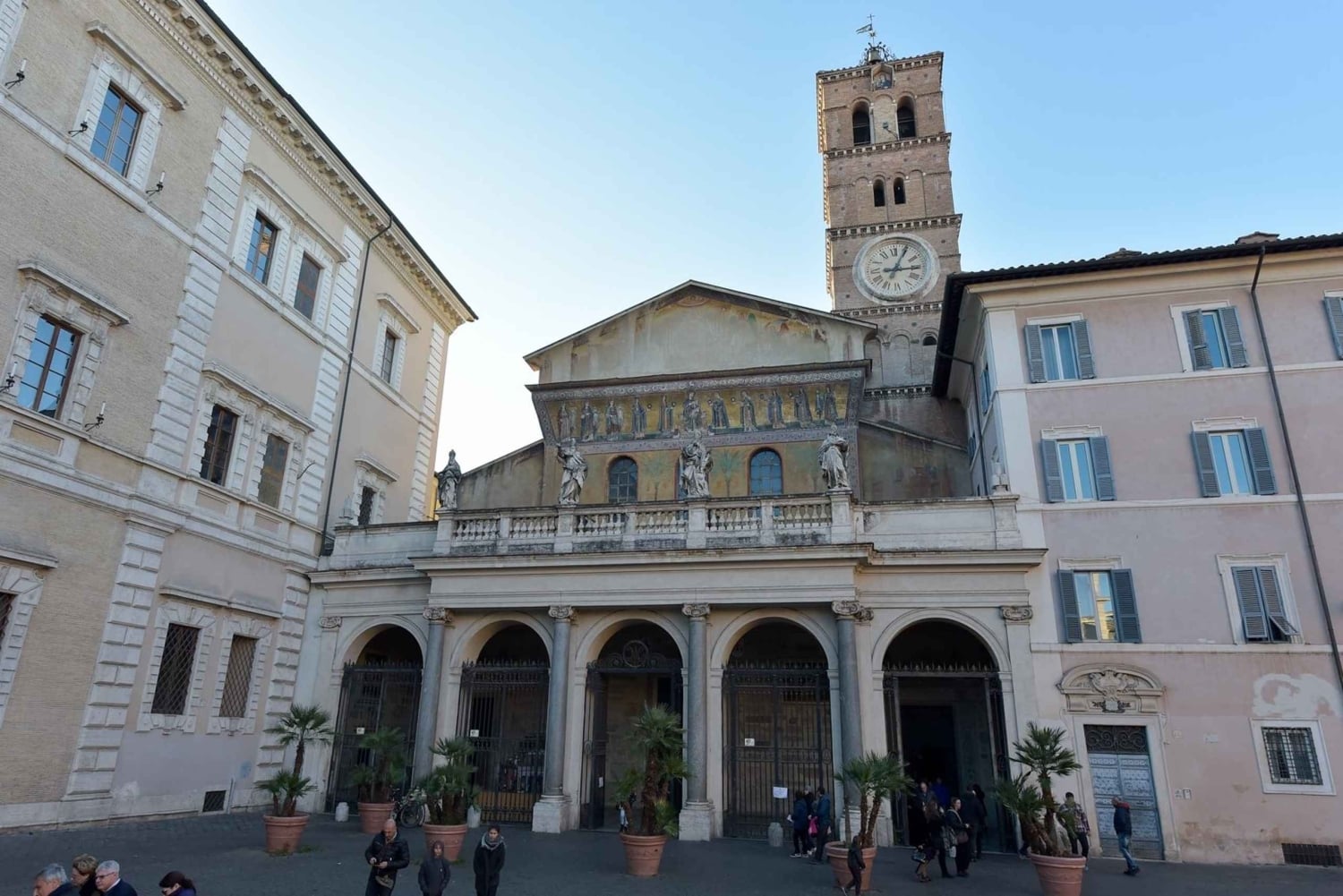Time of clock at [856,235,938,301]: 3:04
